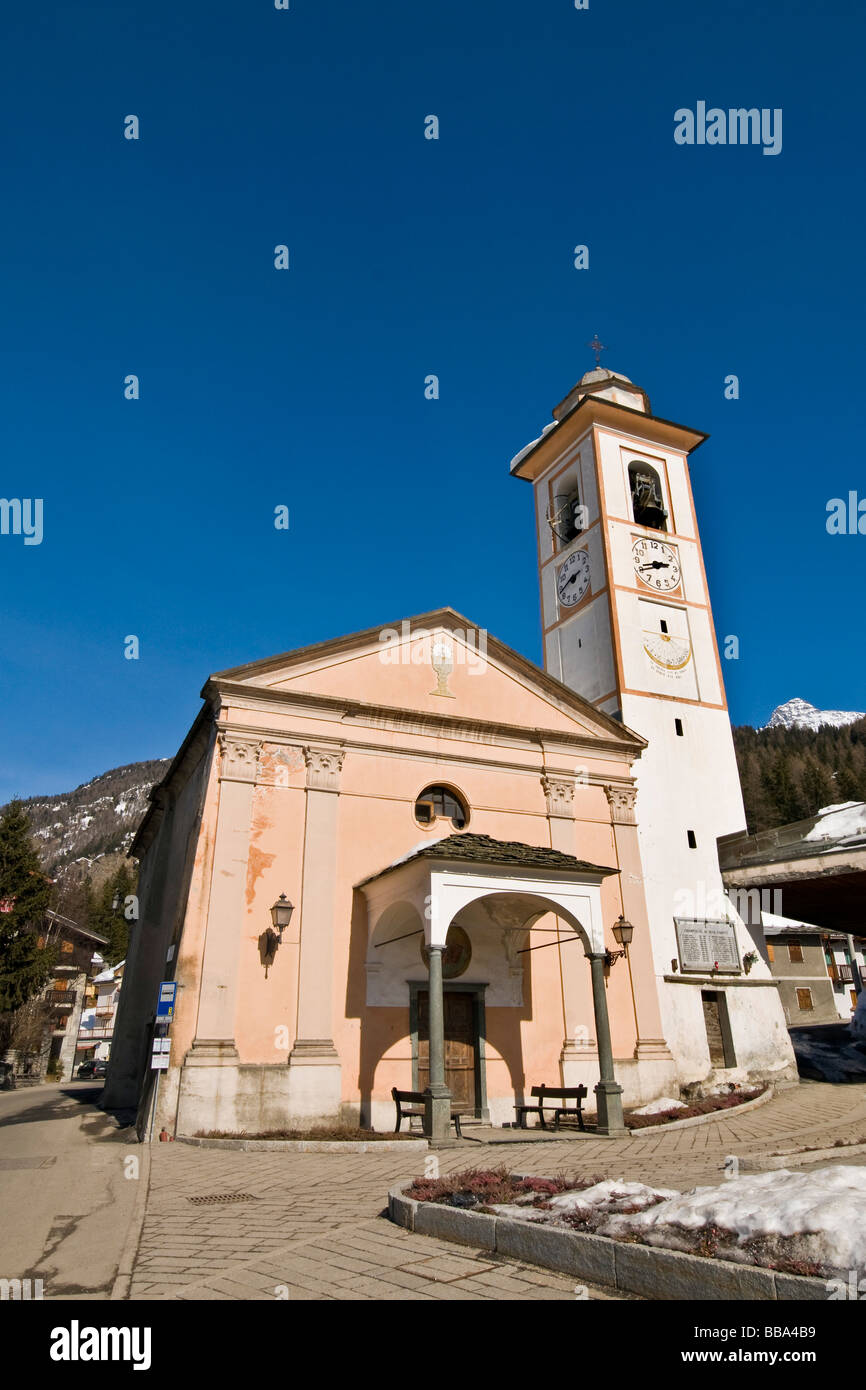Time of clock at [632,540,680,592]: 2:42
